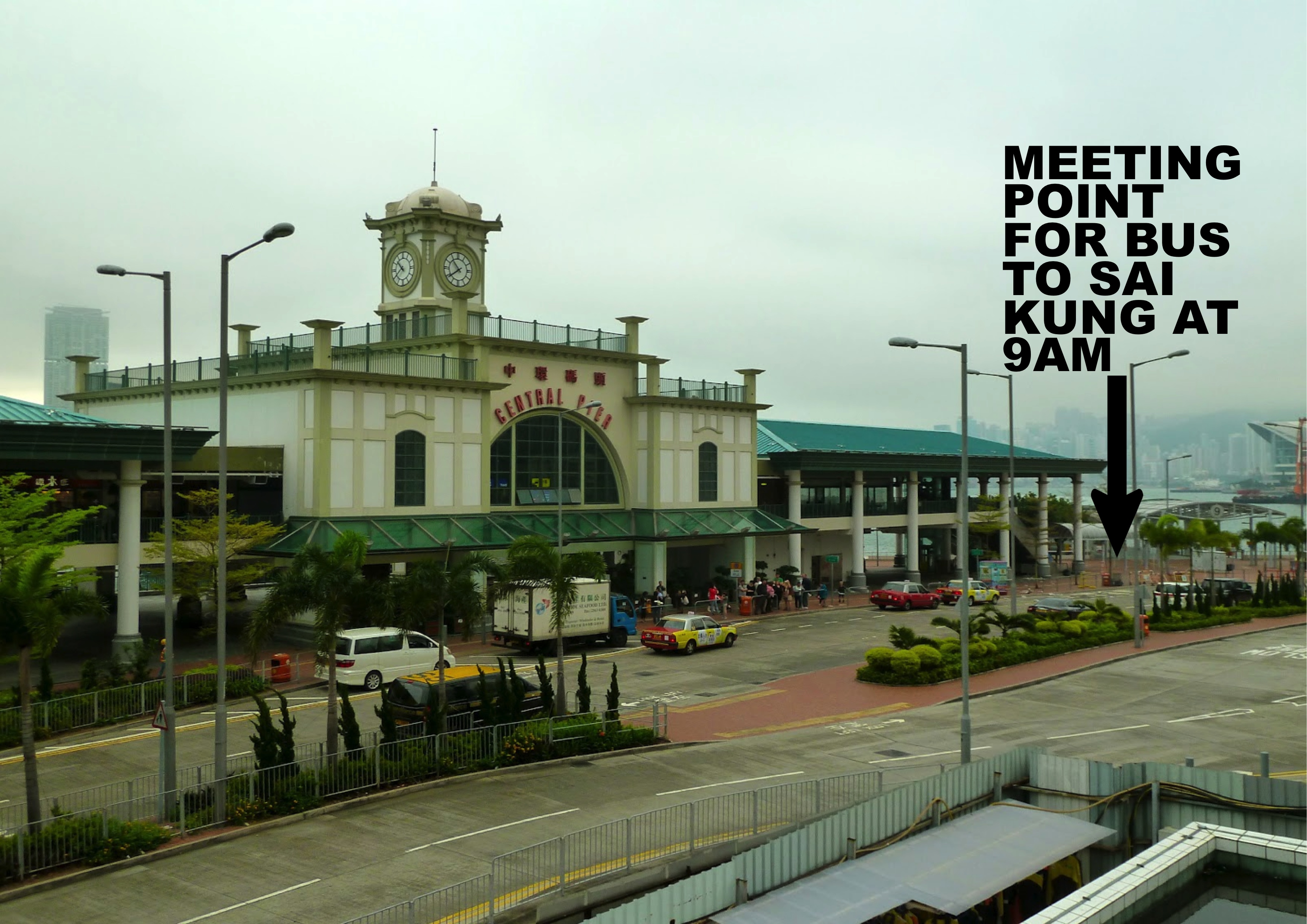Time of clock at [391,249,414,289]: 10:39
